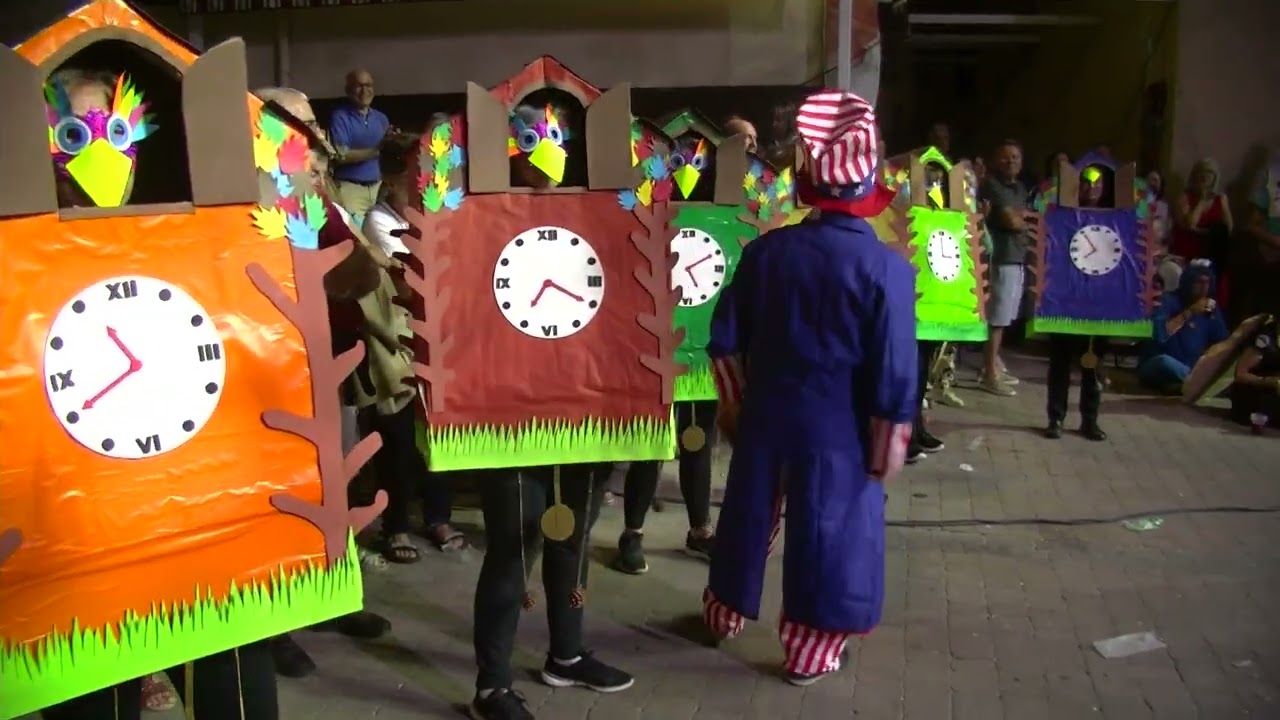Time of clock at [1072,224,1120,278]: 7:54
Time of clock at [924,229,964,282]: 2:59
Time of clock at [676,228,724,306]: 5:10
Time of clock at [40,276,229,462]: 10:40
